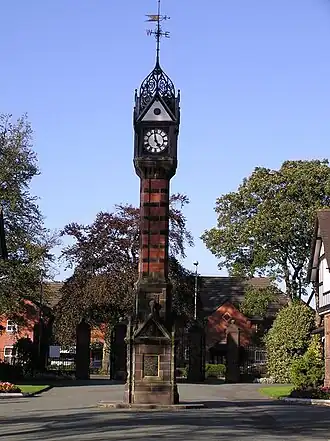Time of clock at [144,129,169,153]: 4:58
